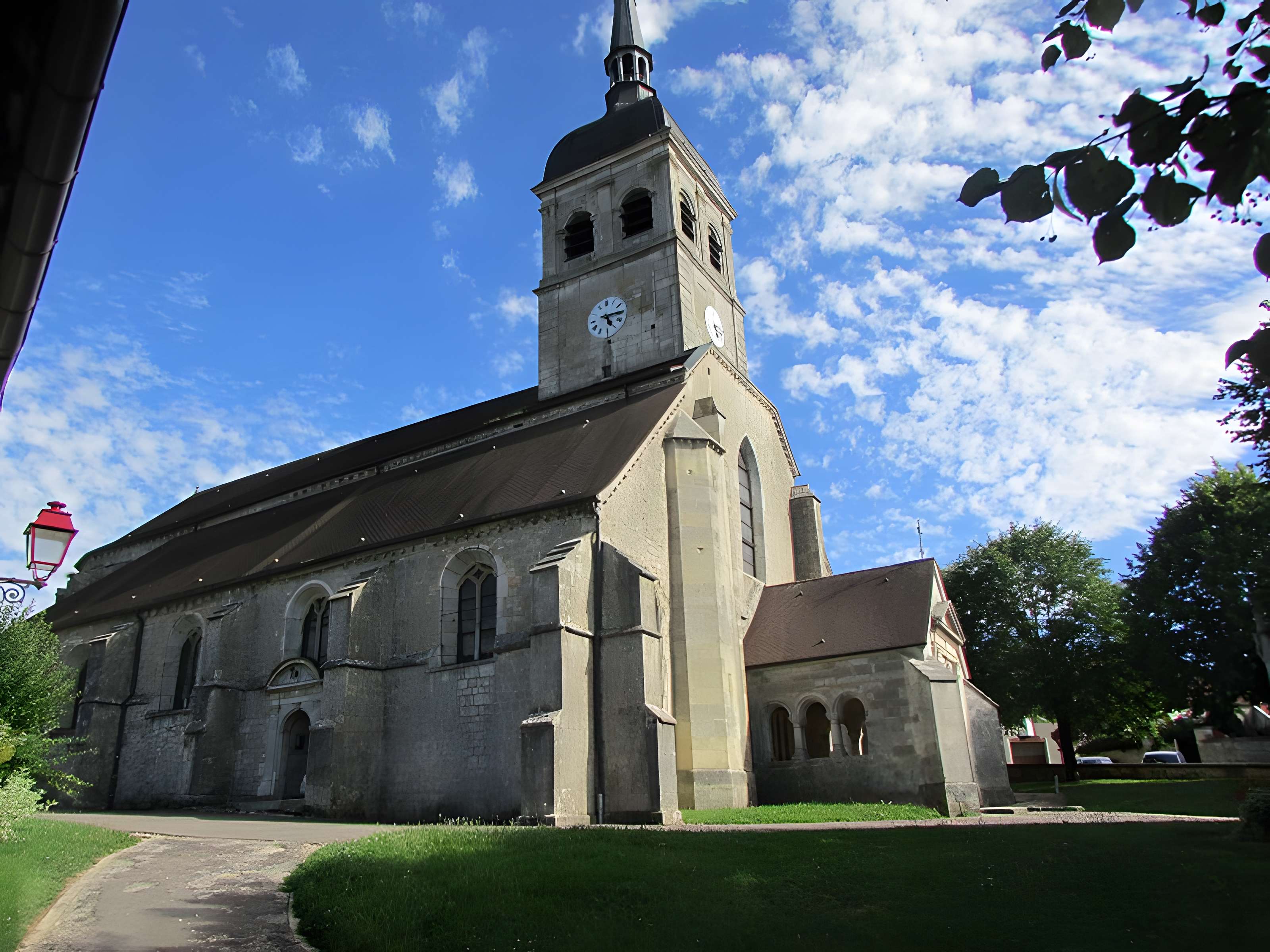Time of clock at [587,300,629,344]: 5:15
